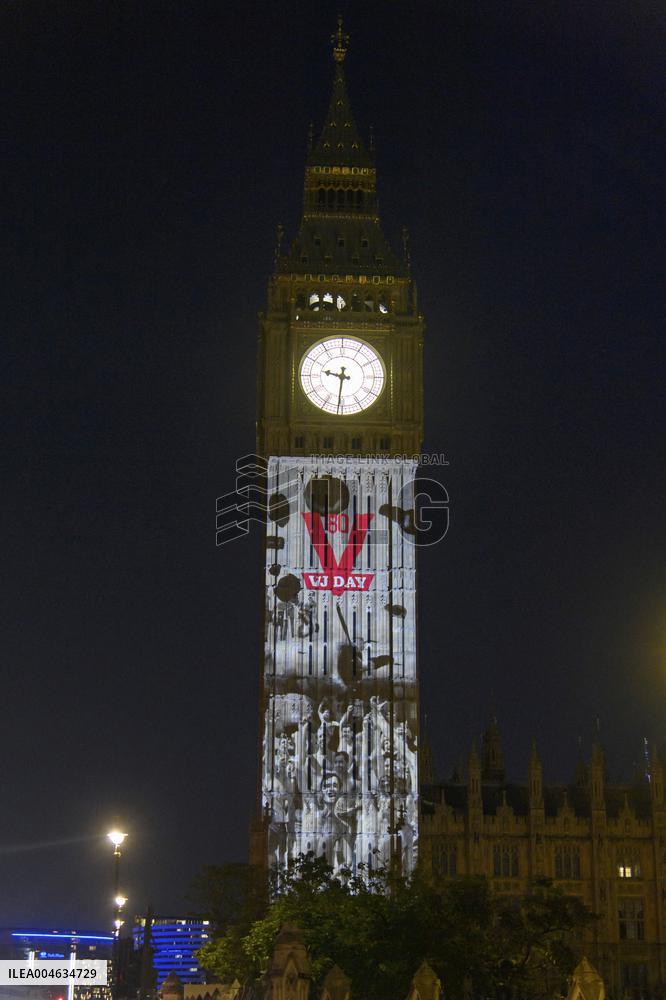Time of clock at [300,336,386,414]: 9:31
